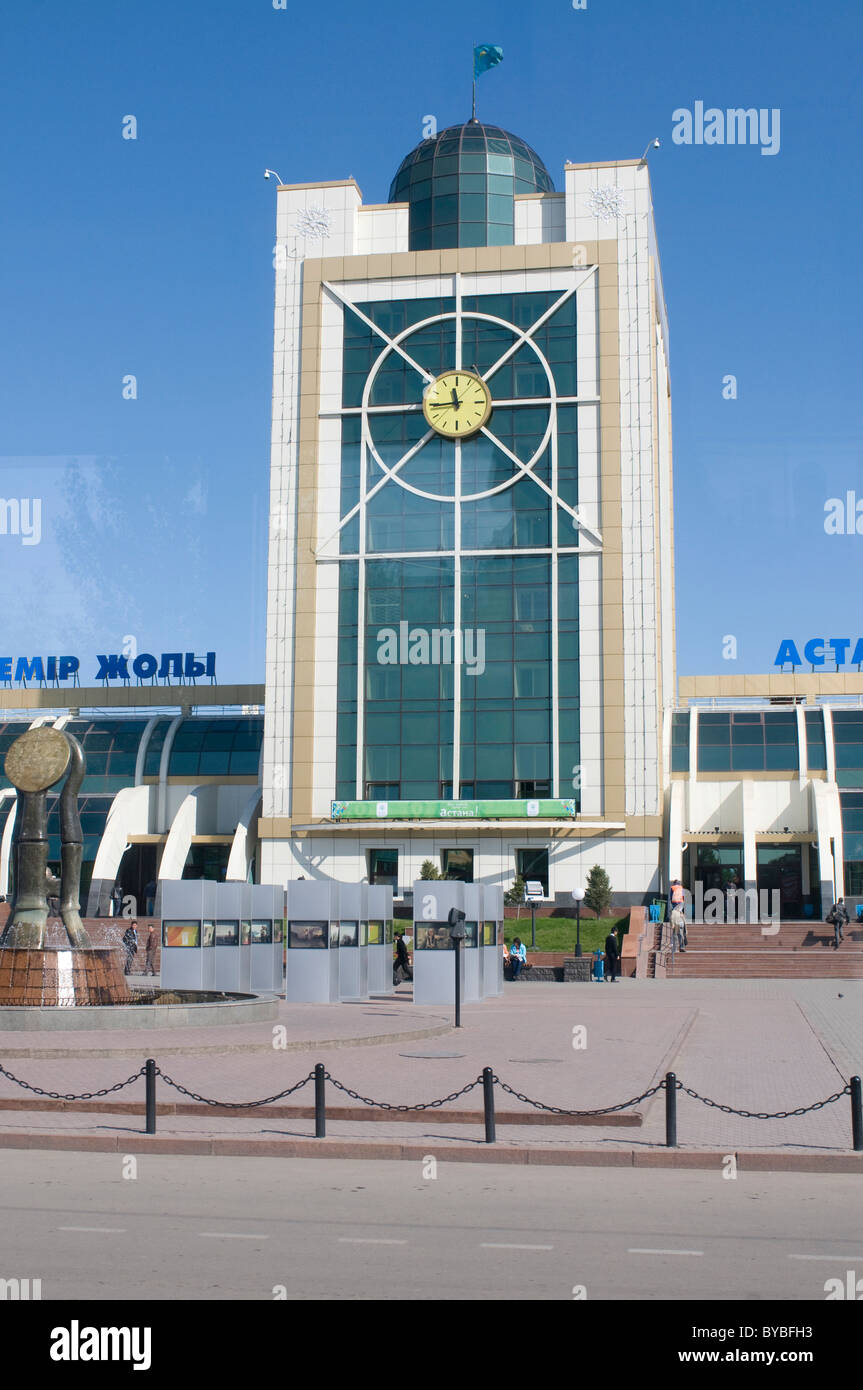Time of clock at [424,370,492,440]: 11:44
